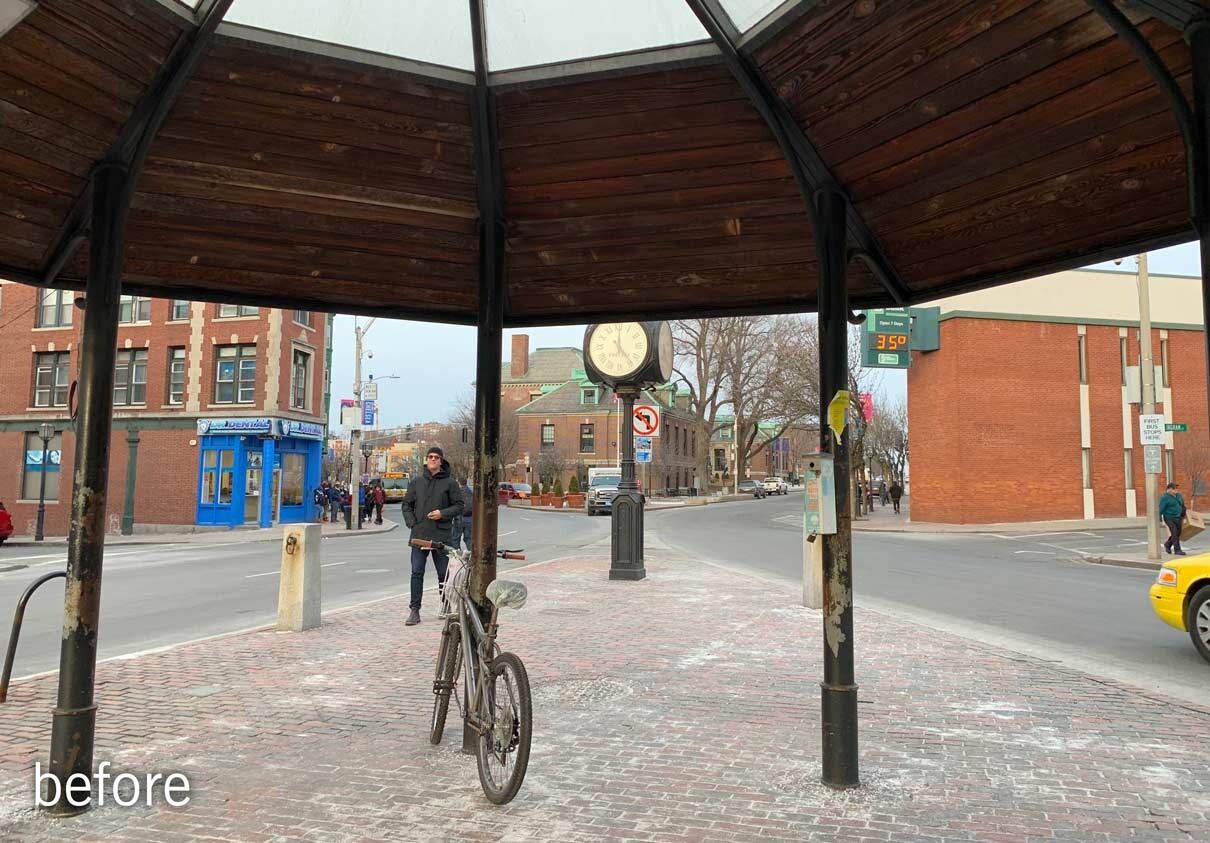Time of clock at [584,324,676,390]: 12:23
